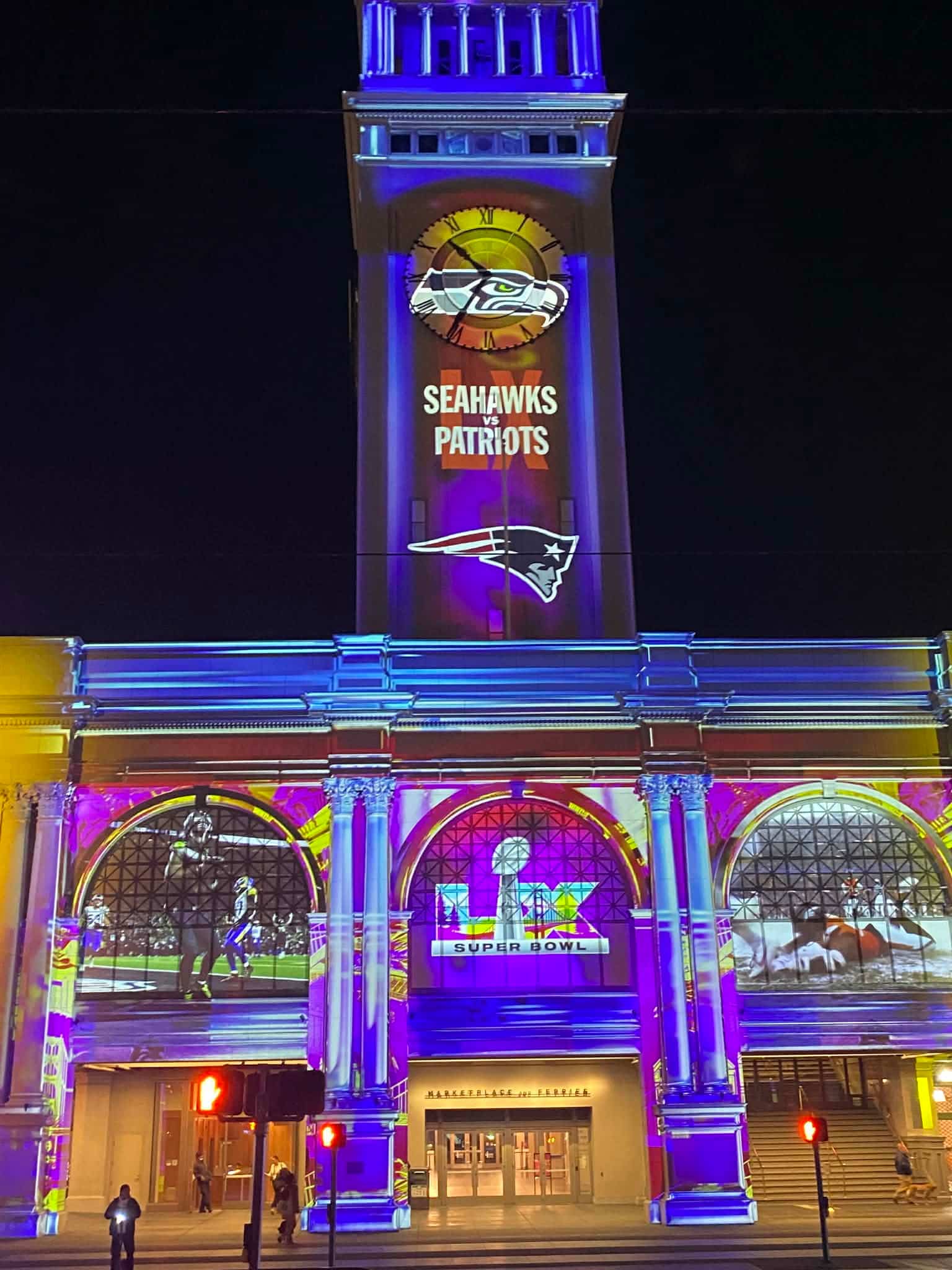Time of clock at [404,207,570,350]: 10:35
